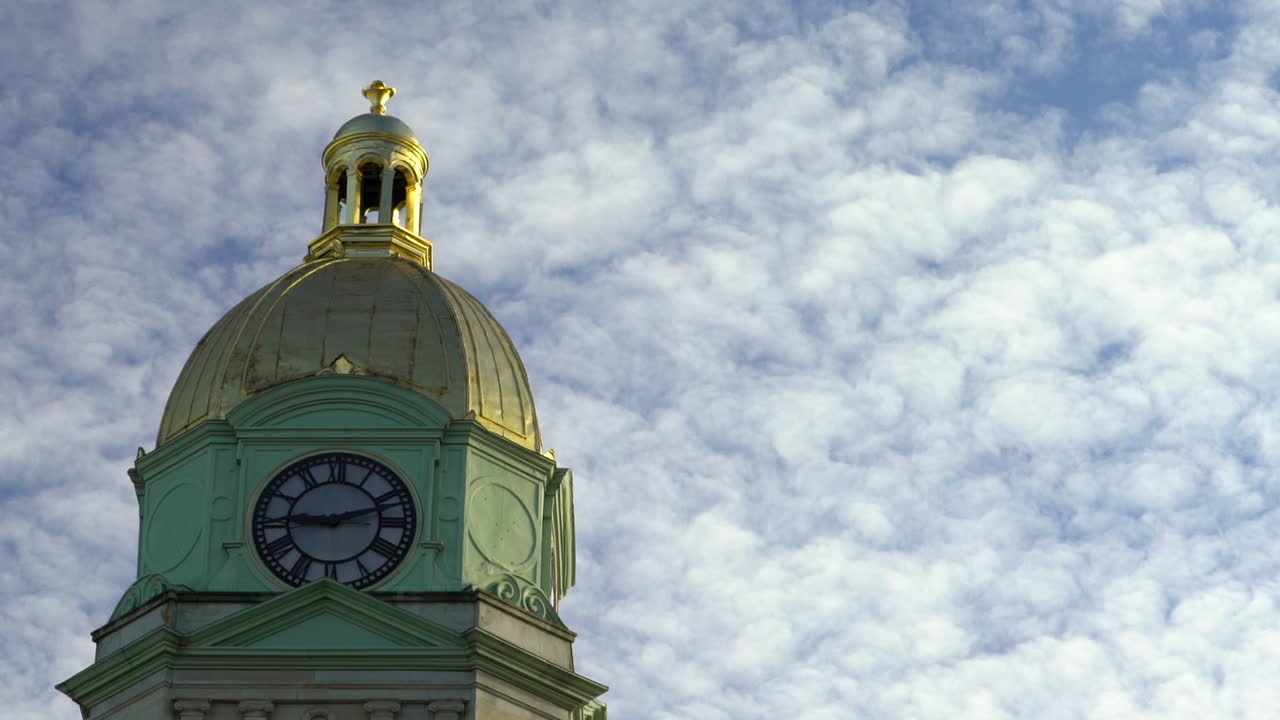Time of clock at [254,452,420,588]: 9:12
